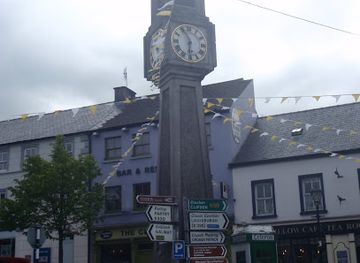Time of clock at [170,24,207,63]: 5:55
